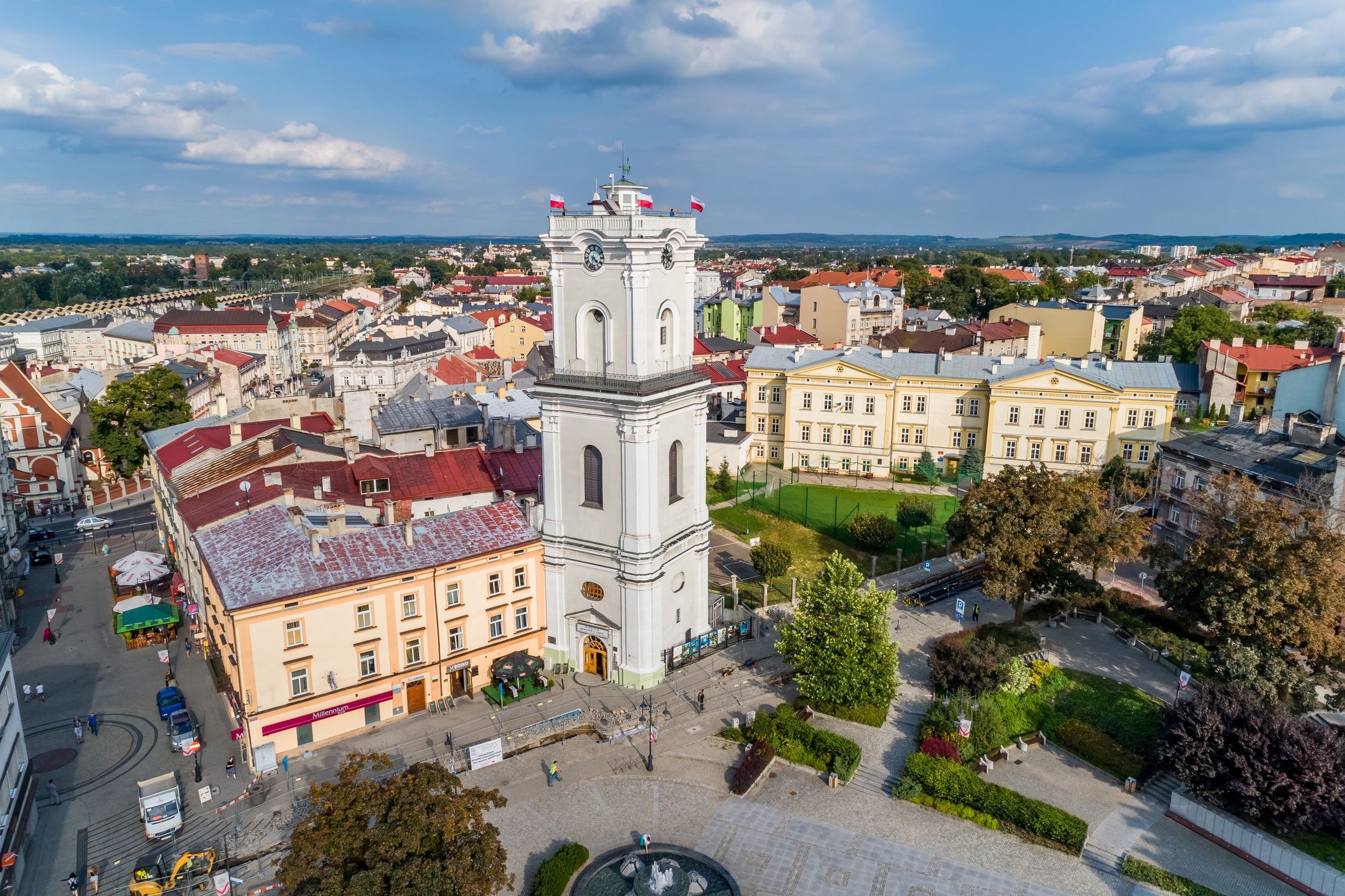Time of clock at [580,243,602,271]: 4:31
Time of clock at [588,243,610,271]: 4:31
